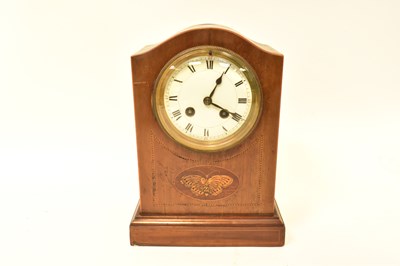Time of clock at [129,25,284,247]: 4:04
